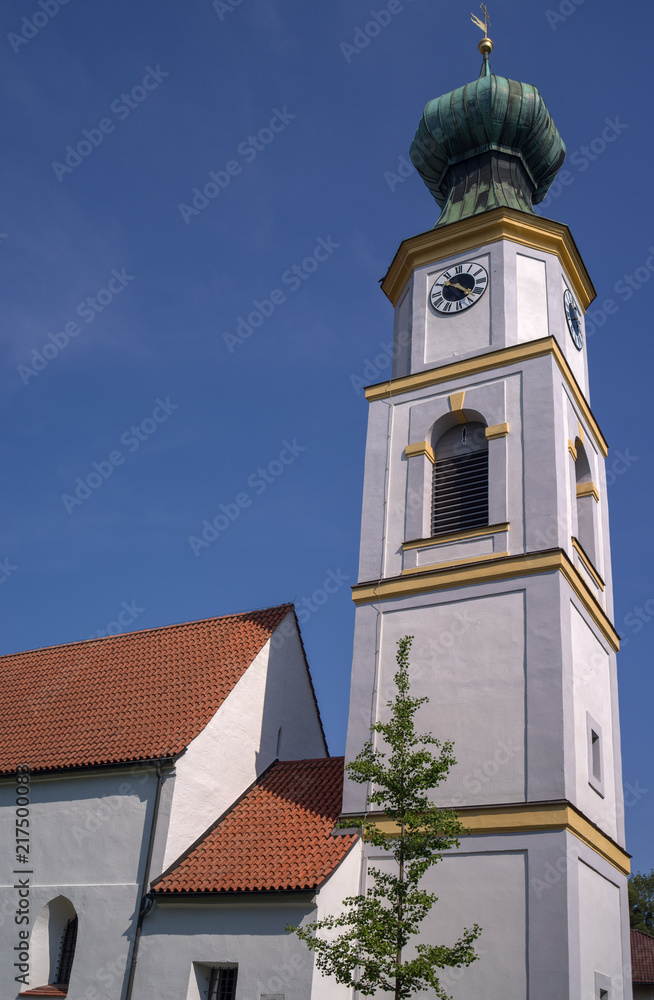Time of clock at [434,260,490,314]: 10:22
